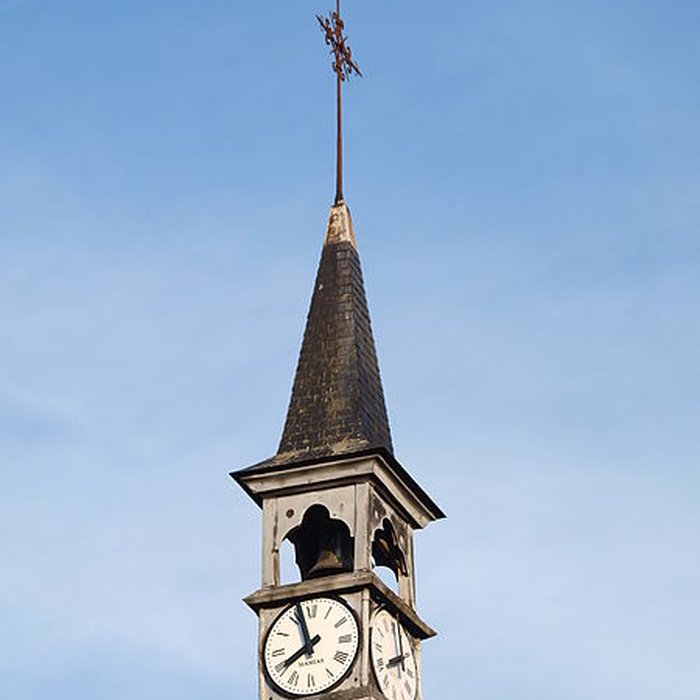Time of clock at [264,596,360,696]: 7:57
